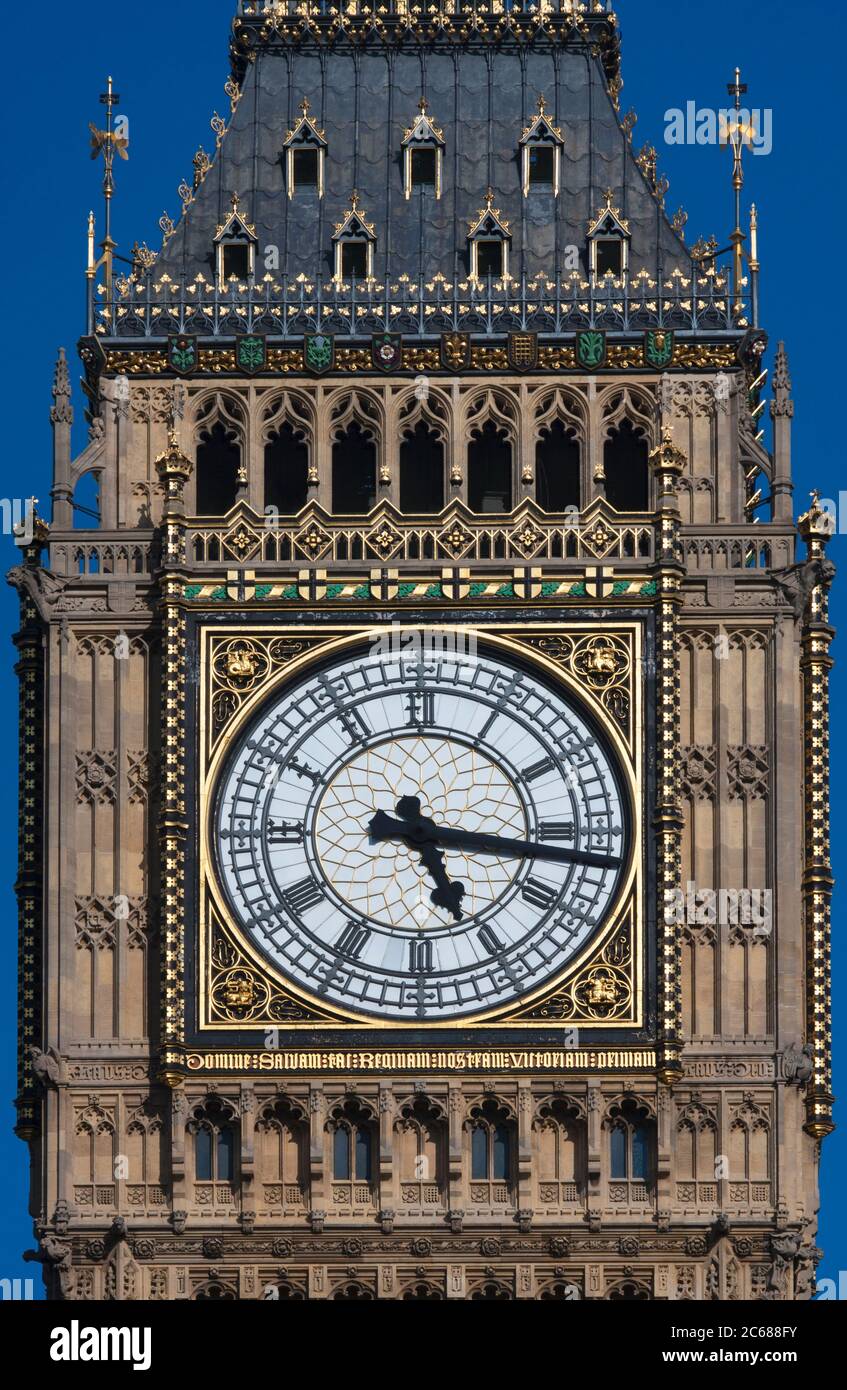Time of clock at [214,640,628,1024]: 5:16
